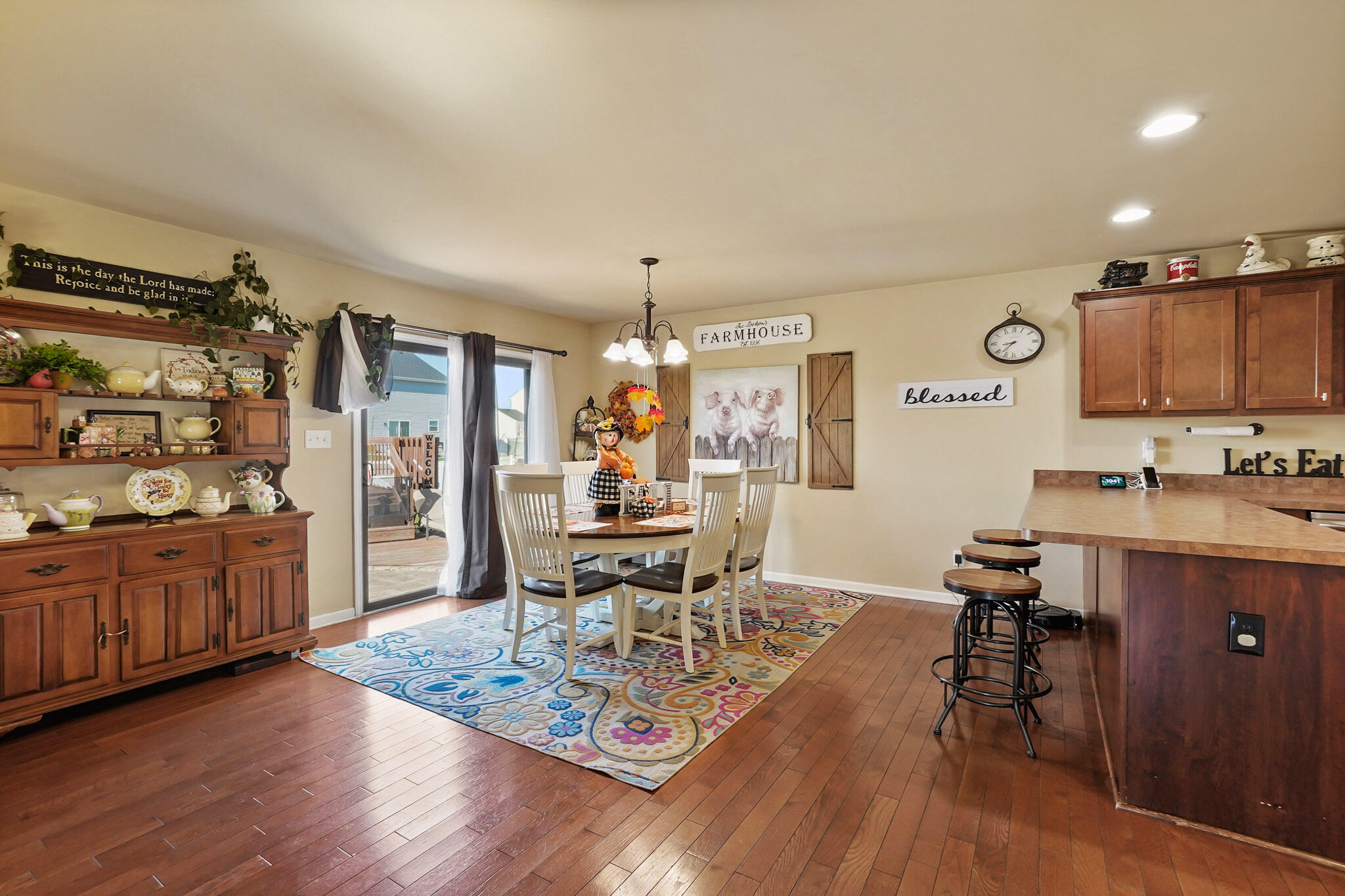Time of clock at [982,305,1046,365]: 8:37
